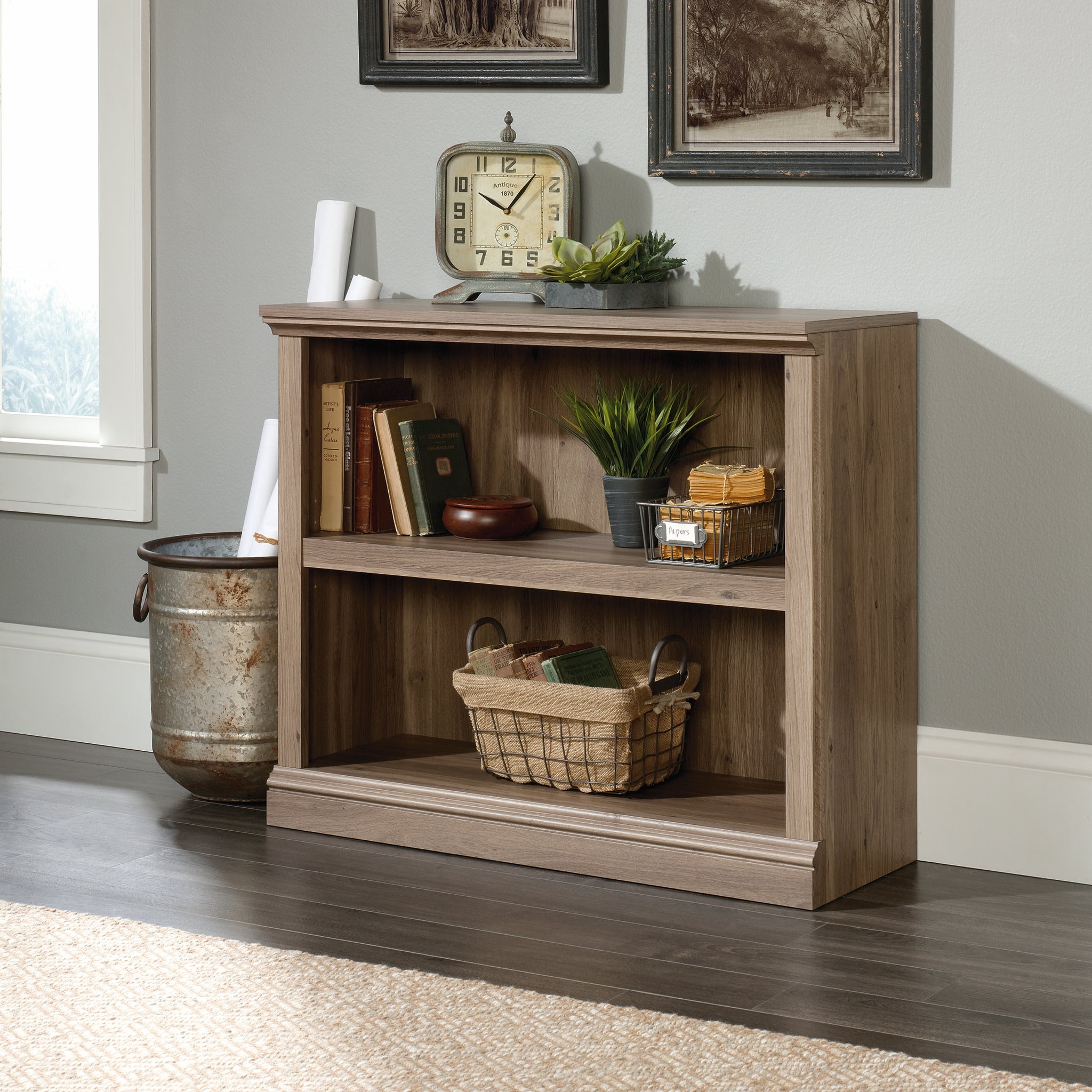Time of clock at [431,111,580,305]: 10:06
